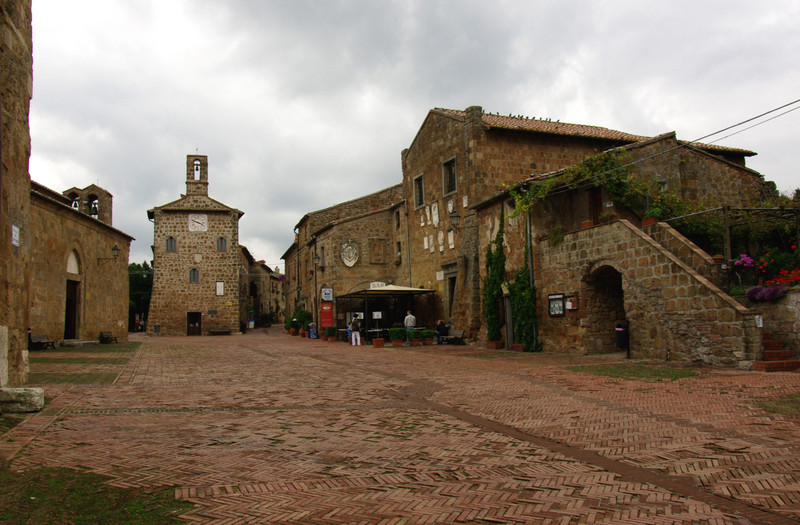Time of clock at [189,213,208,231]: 3:48
